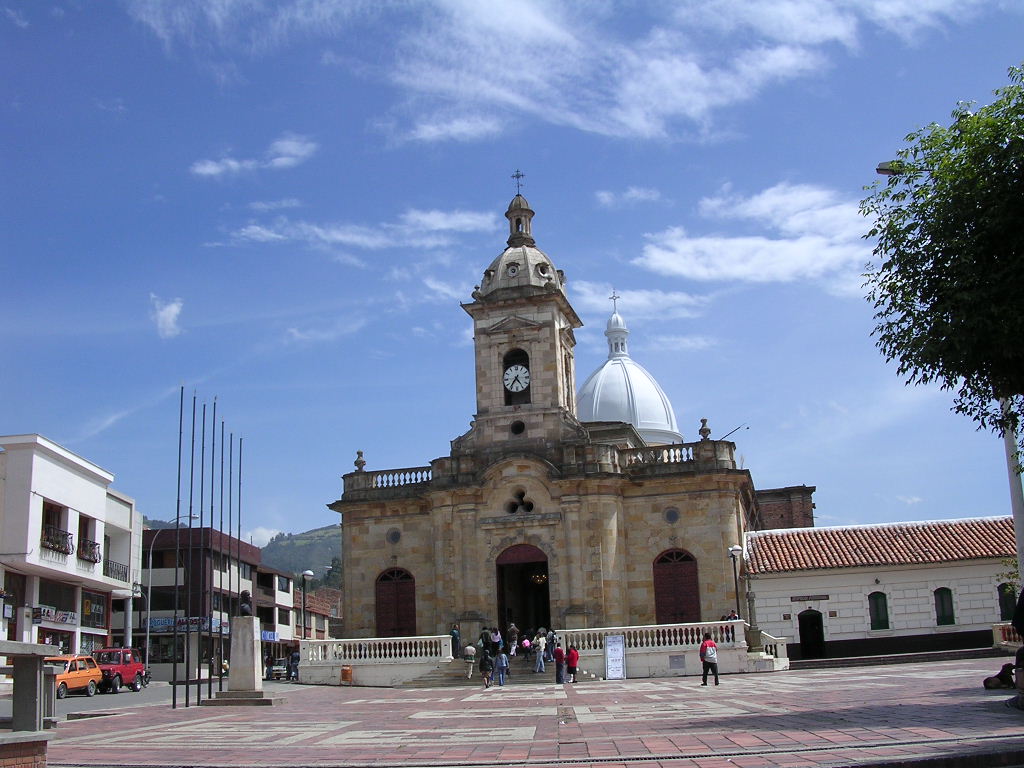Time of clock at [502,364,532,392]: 4:36
